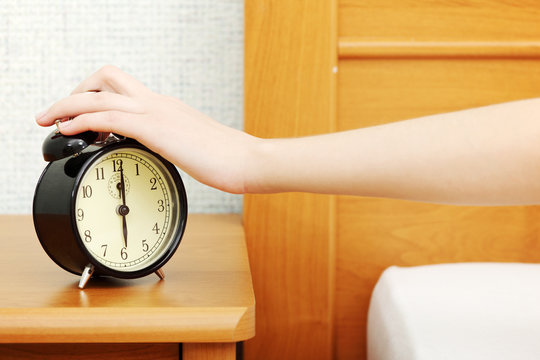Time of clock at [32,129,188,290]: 6:00
